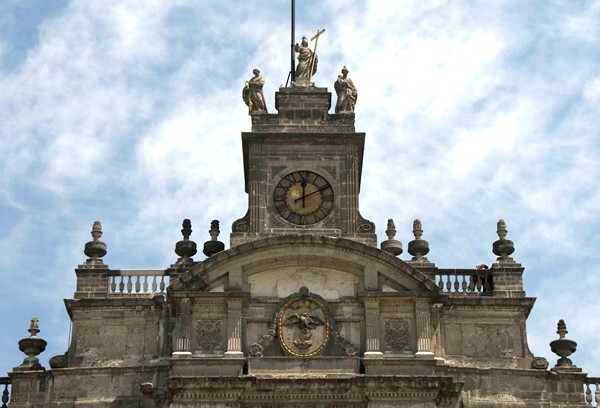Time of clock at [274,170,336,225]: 12:10
